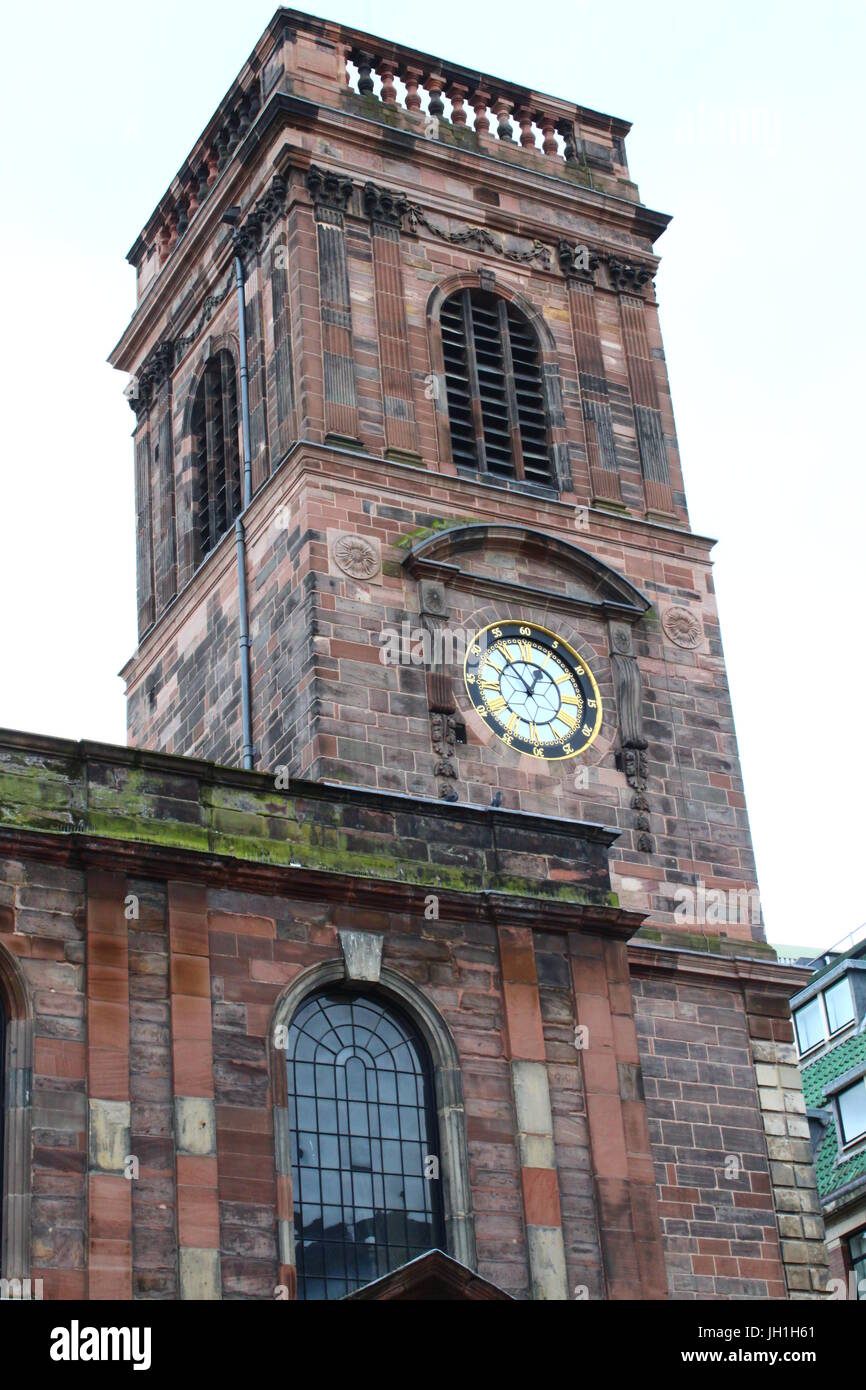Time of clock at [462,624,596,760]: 12:53
